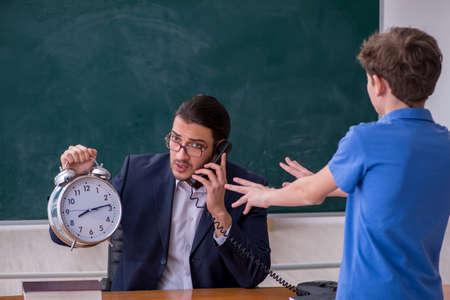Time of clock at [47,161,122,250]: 8:13
